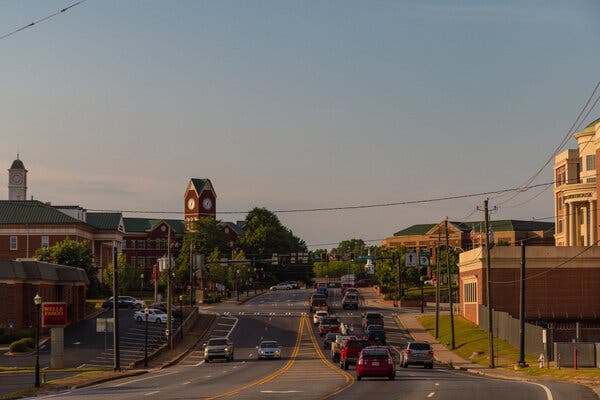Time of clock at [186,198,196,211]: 7:03
